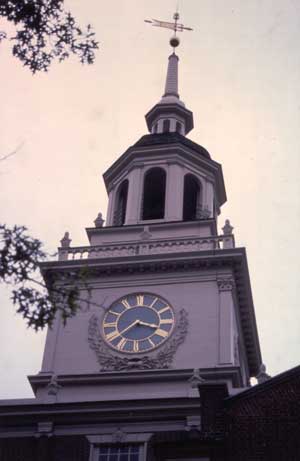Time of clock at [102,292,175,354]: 3:38
